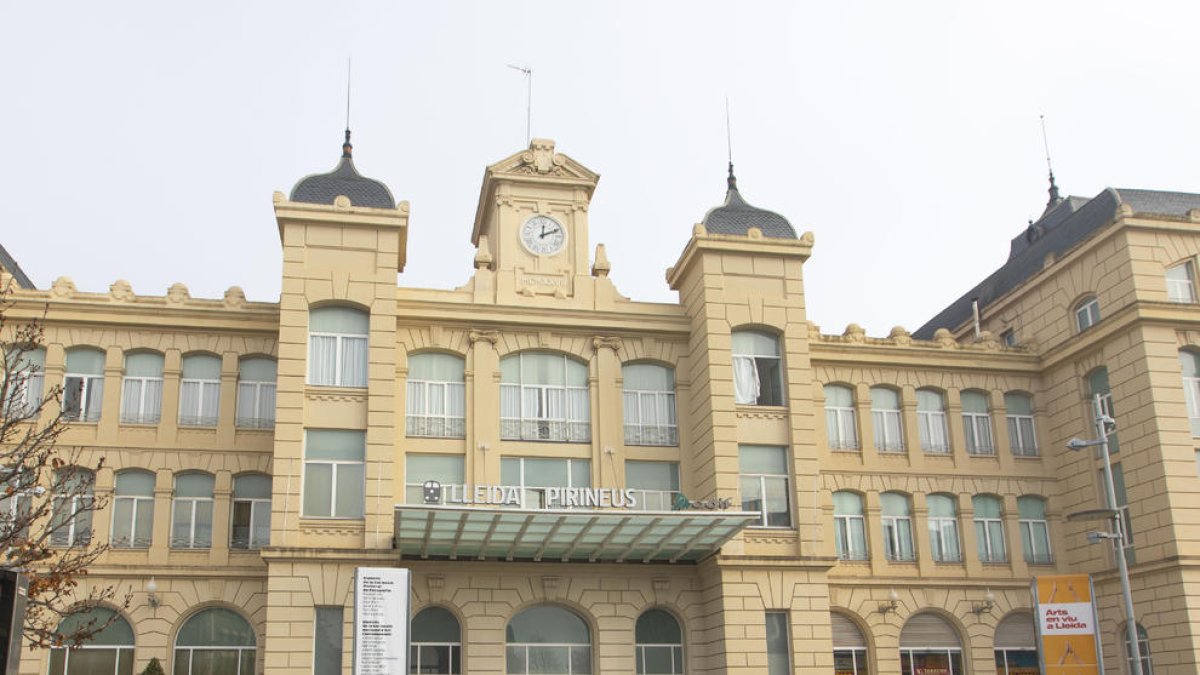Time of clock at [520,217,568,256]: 12:10
